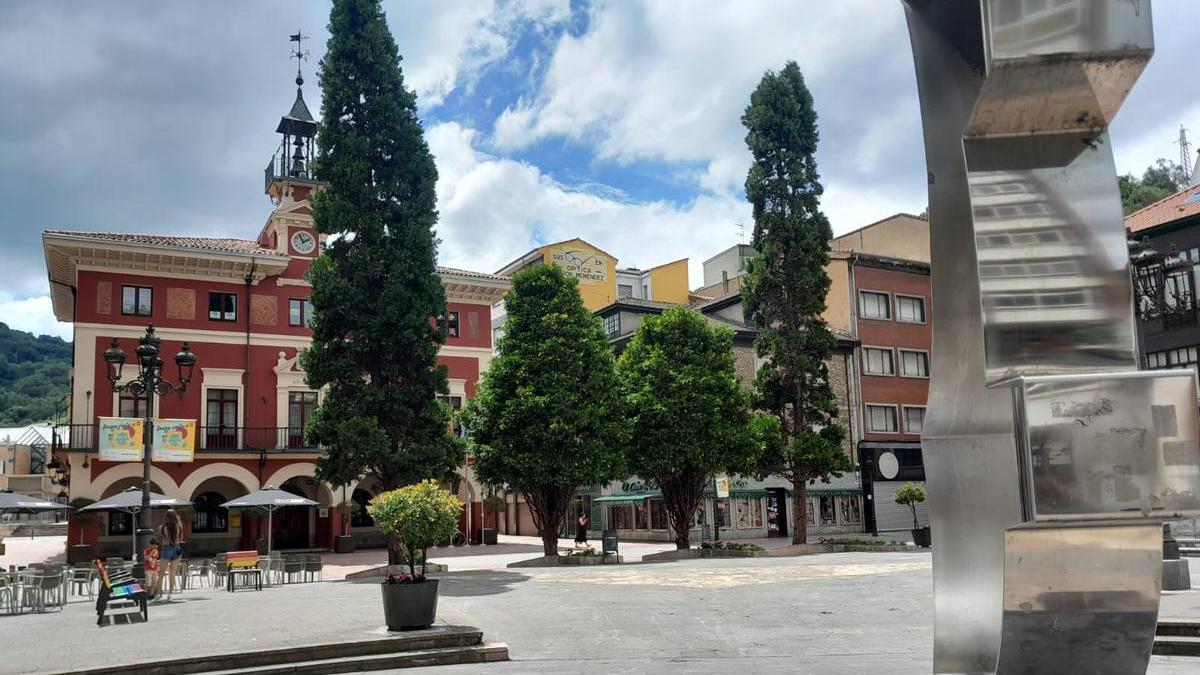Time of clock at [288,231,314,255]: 1:56
